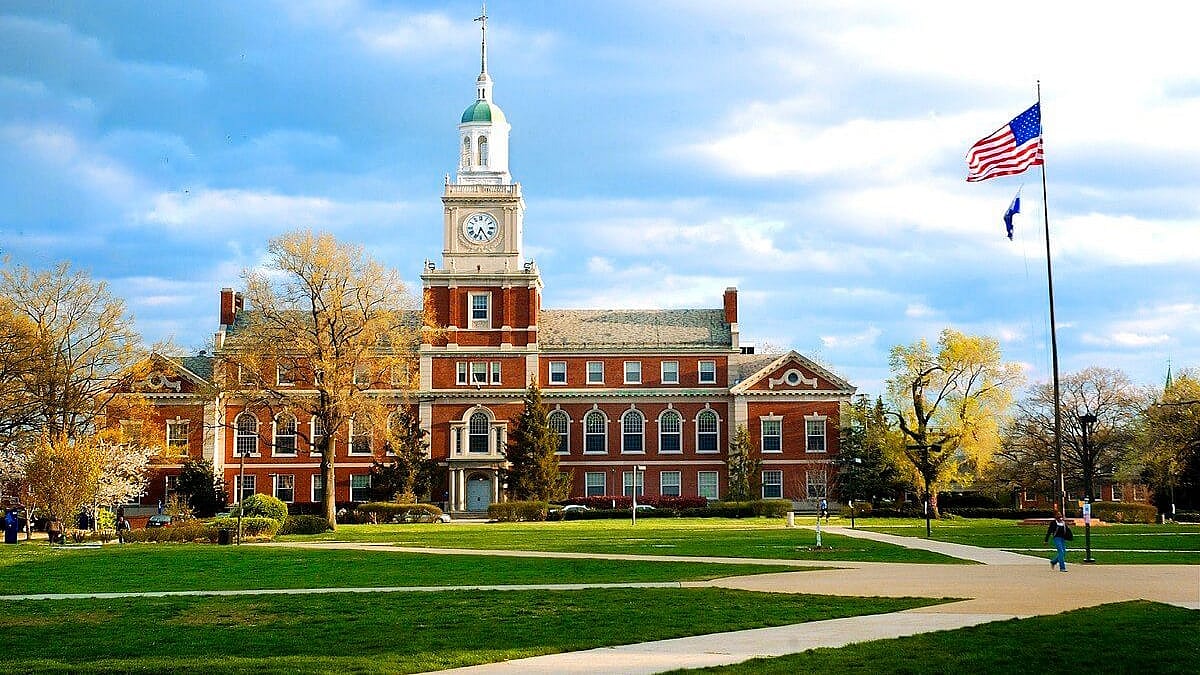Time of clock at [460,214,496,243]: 6:24
